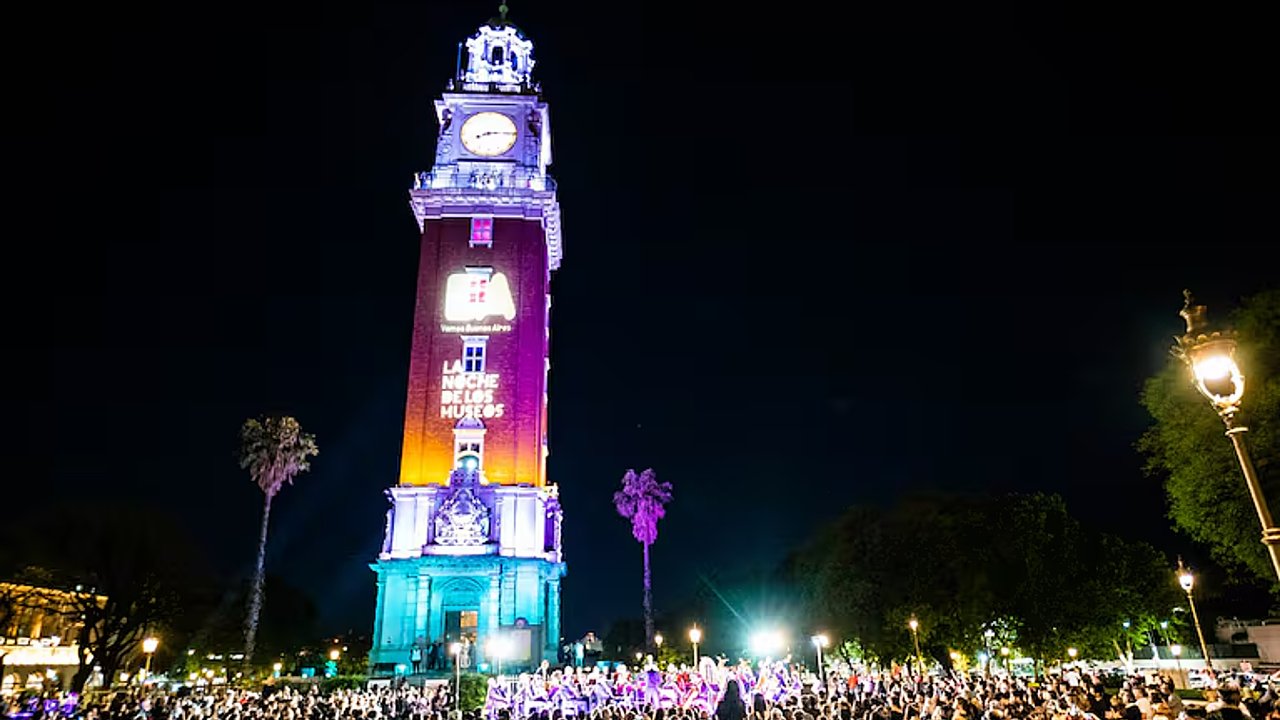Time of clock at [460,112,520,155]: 8:14
